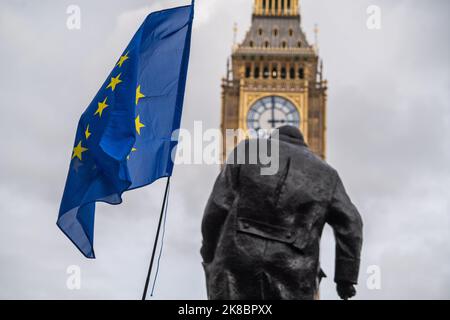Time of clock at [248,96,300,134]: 2:59
